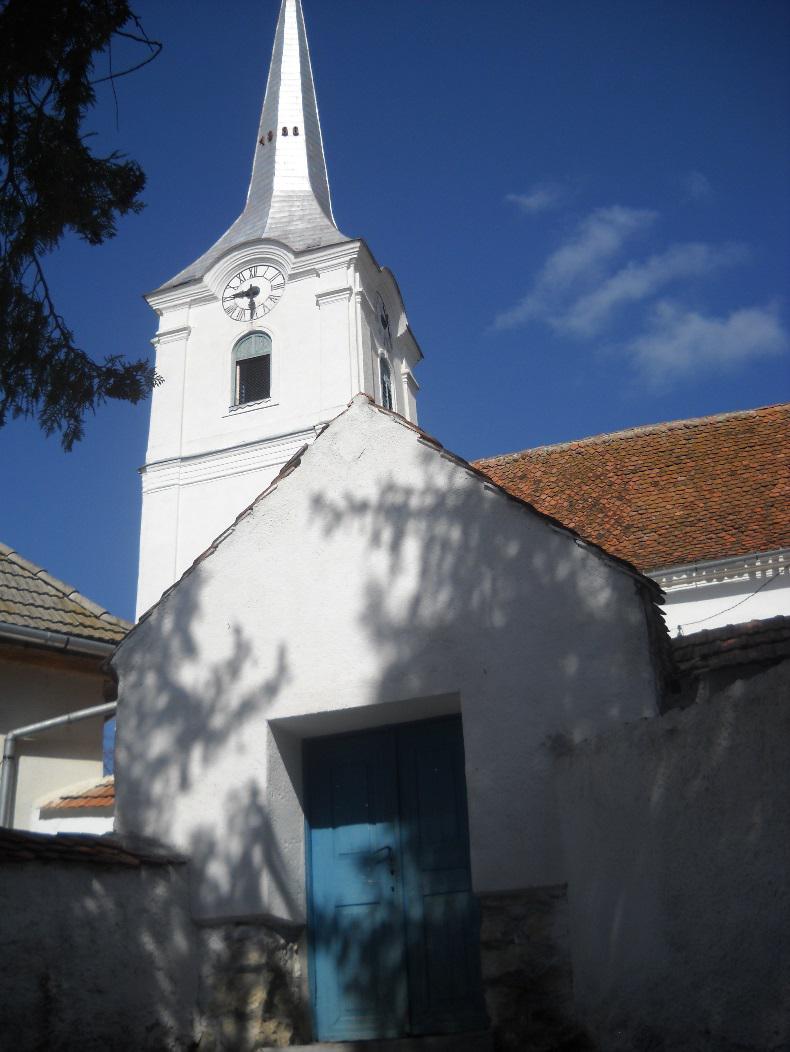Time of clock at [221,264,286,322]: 5:45
